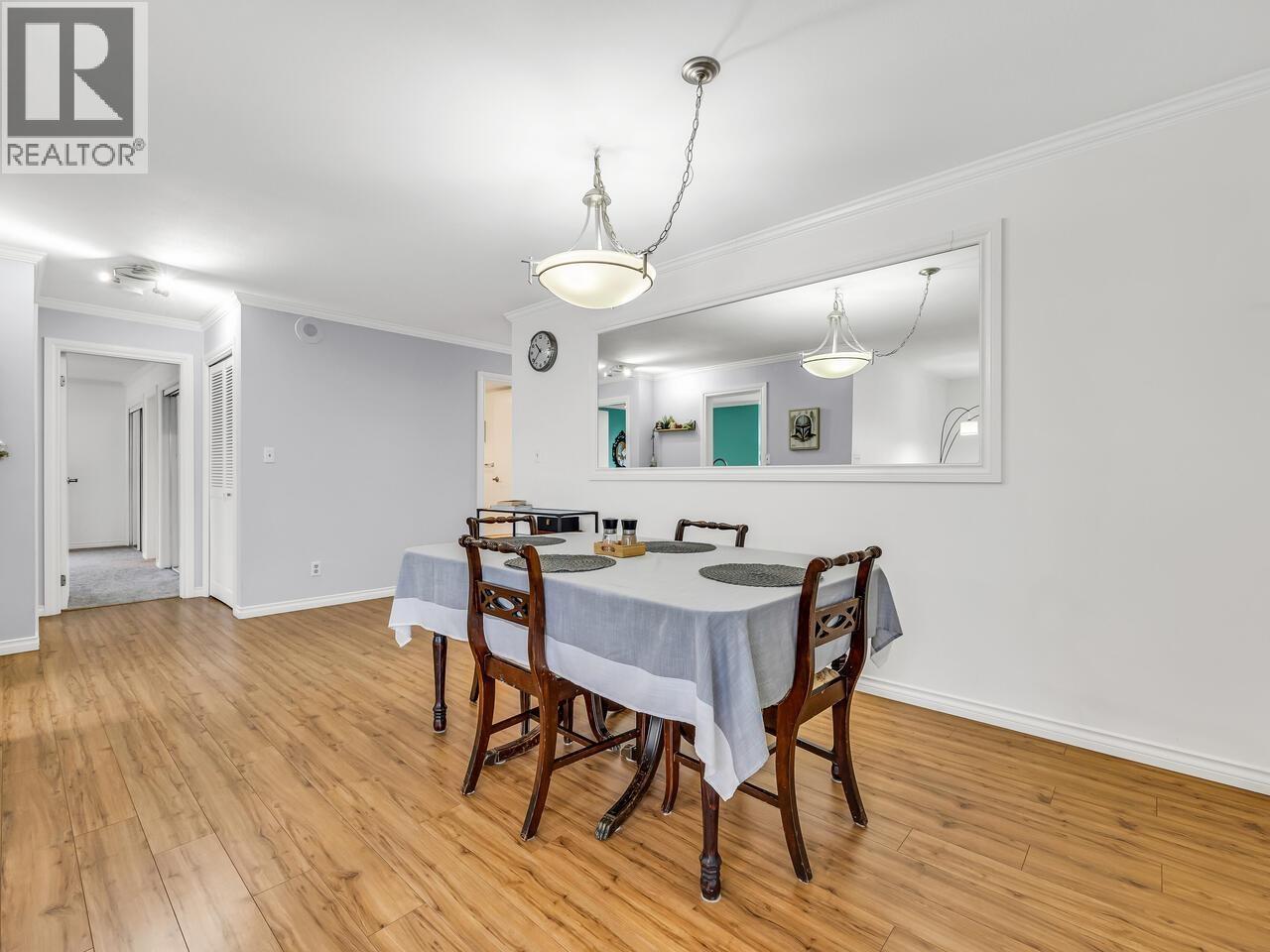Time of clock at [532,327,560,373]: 10:37
